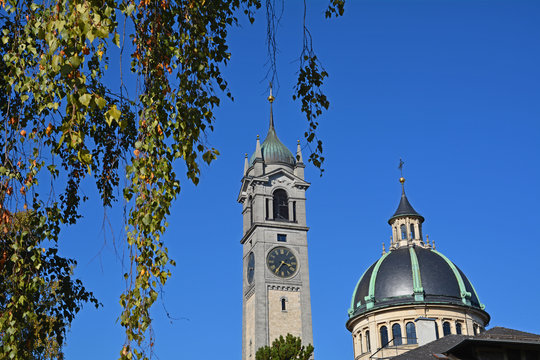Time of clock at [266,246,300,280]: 3:35
